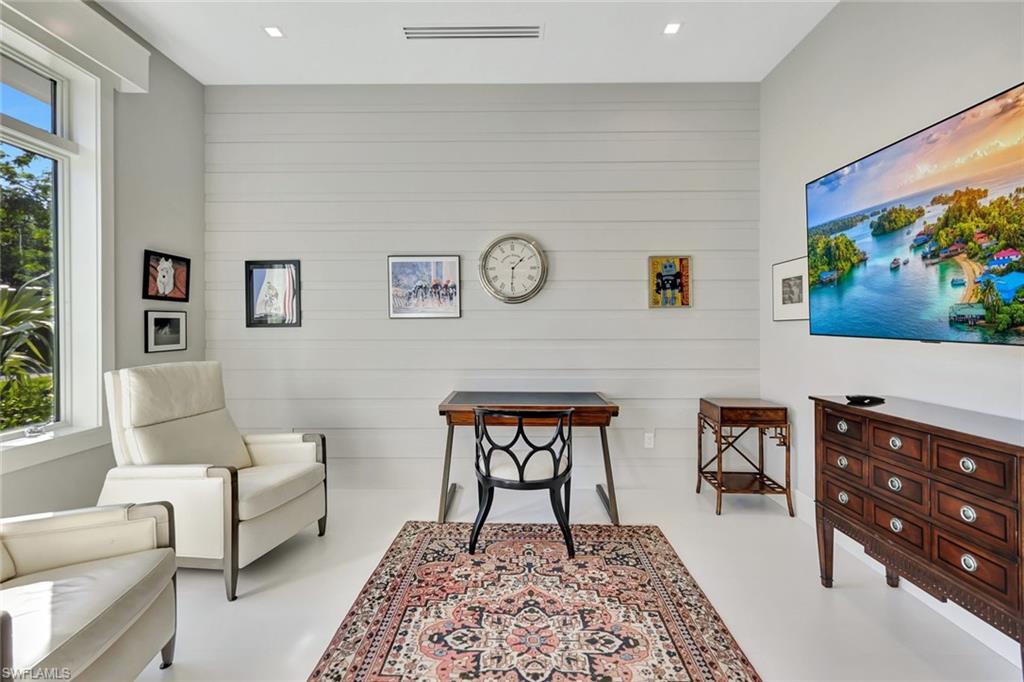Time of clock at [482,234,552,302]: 1:30
